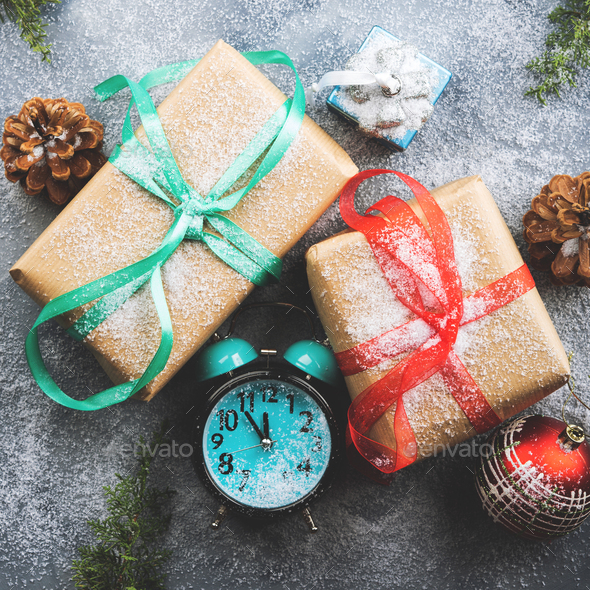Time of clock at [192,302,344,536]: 11:53
